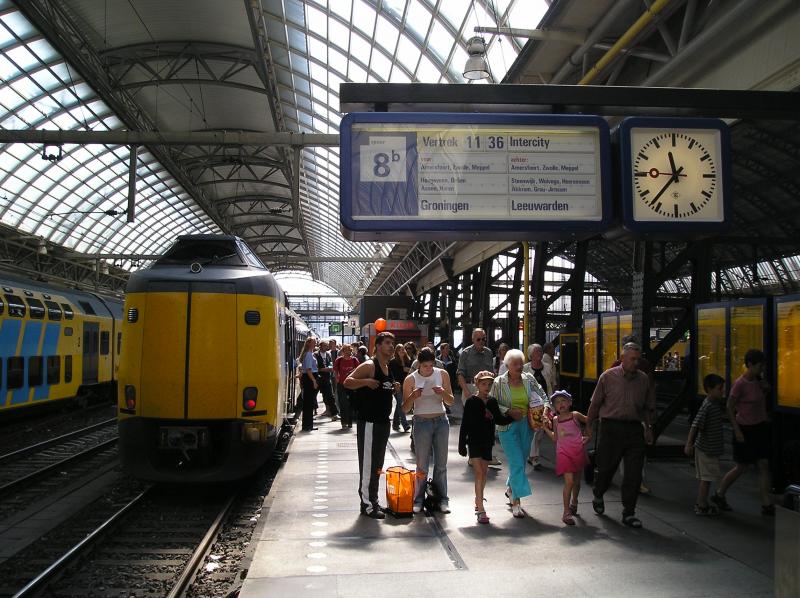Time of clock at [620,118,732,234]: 11:36
